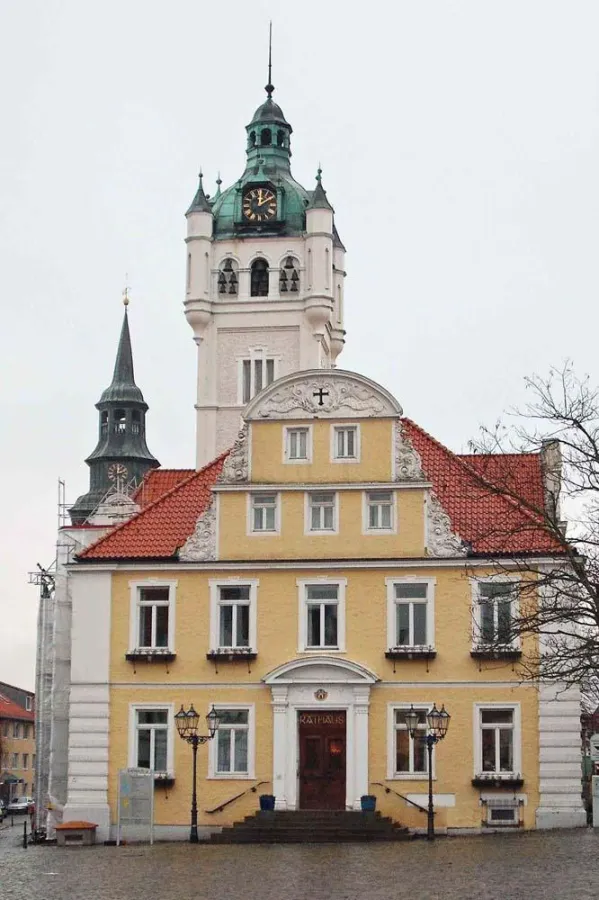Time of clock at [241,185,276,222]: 12:09
